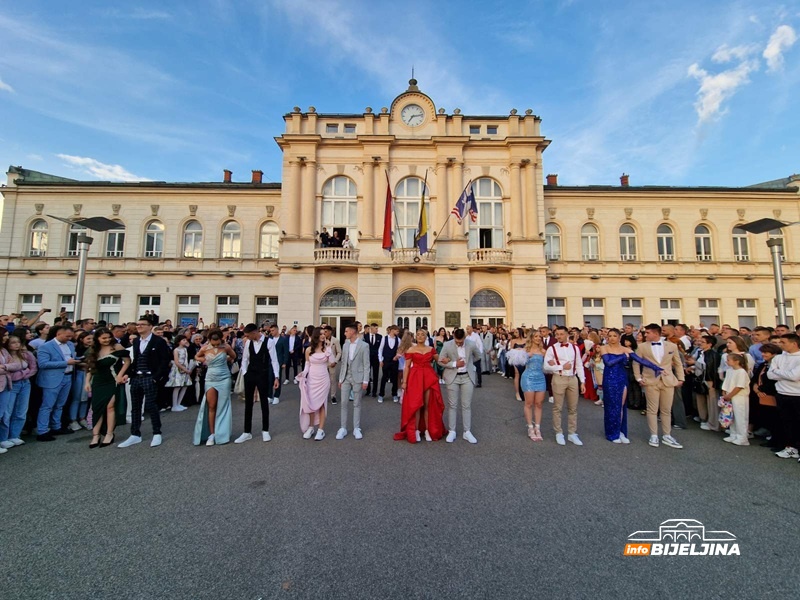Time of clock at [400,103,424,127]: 7:13
